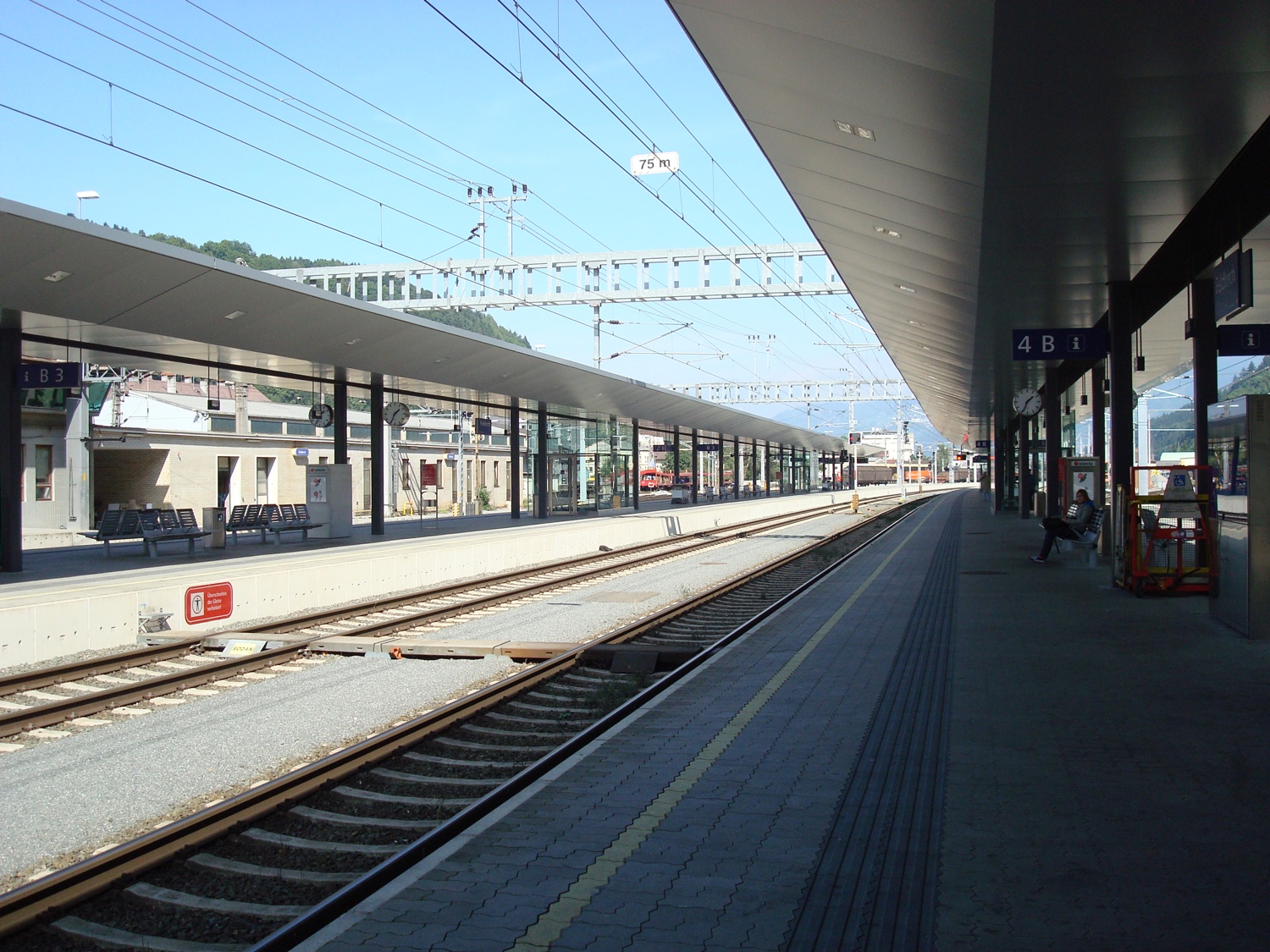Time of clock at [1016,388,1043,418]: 1:34
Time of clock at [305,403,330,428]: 1:34
